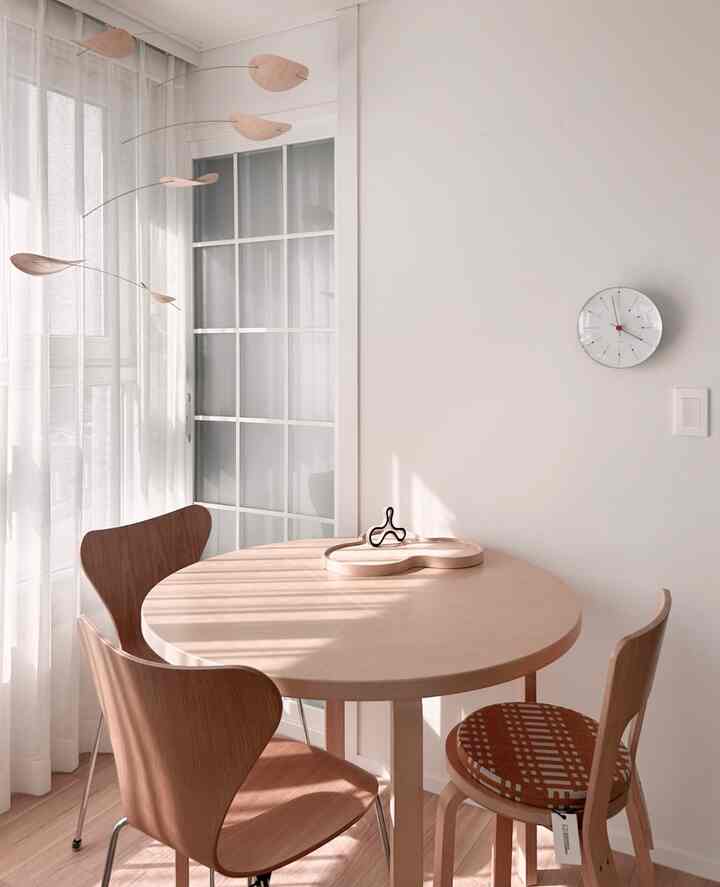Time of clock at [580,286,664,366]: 3:58
